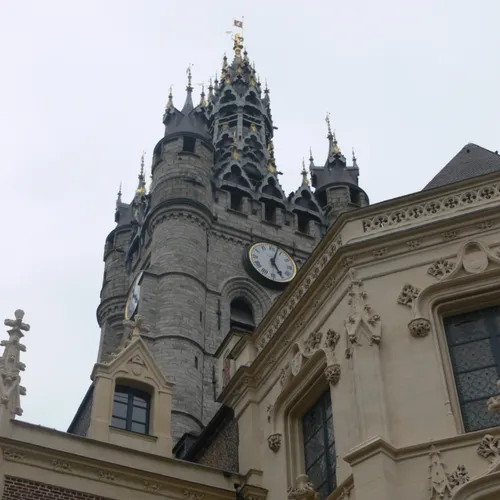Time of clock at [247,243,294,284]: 5:03
